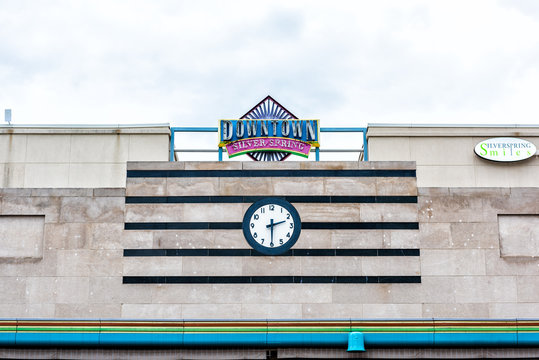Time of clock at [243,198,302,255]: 2:29
